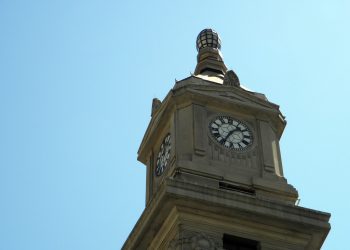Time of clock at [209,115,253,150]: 1:35
